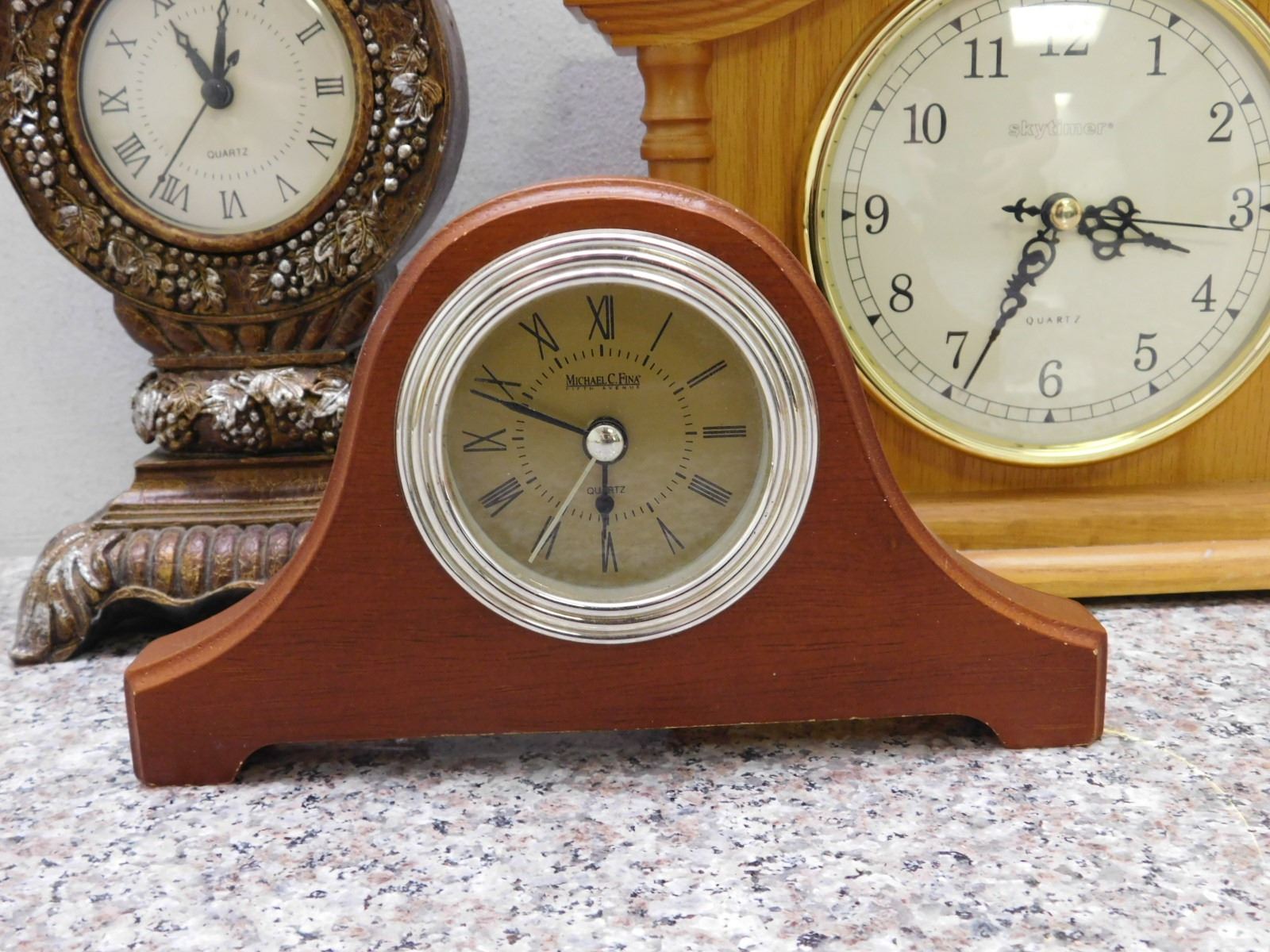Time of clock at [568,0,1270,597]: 3:34
